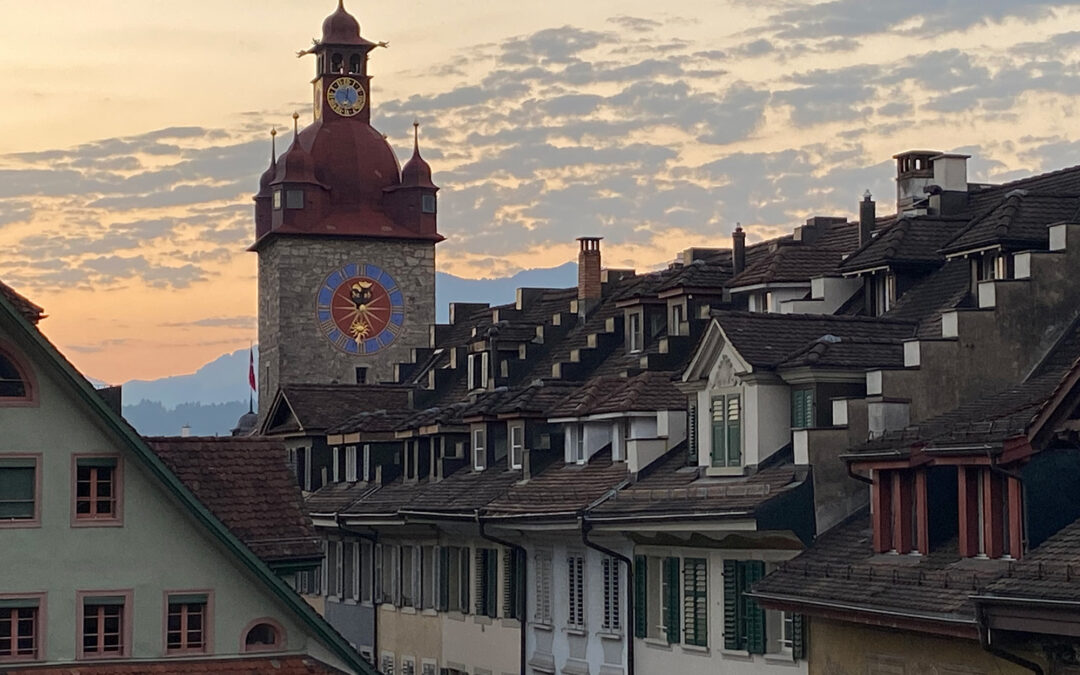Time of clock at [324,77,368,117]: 12:23
